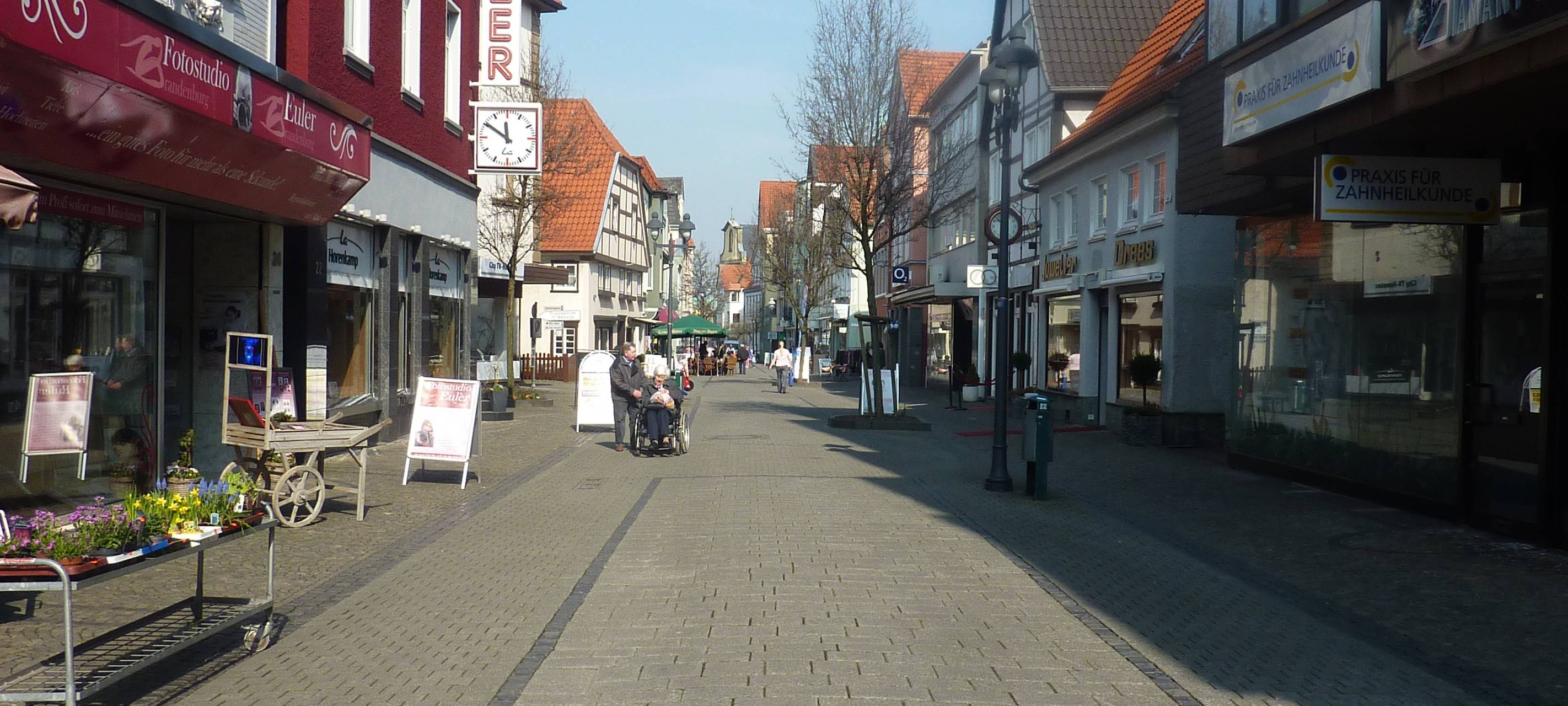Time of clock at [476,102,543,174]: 11:50
